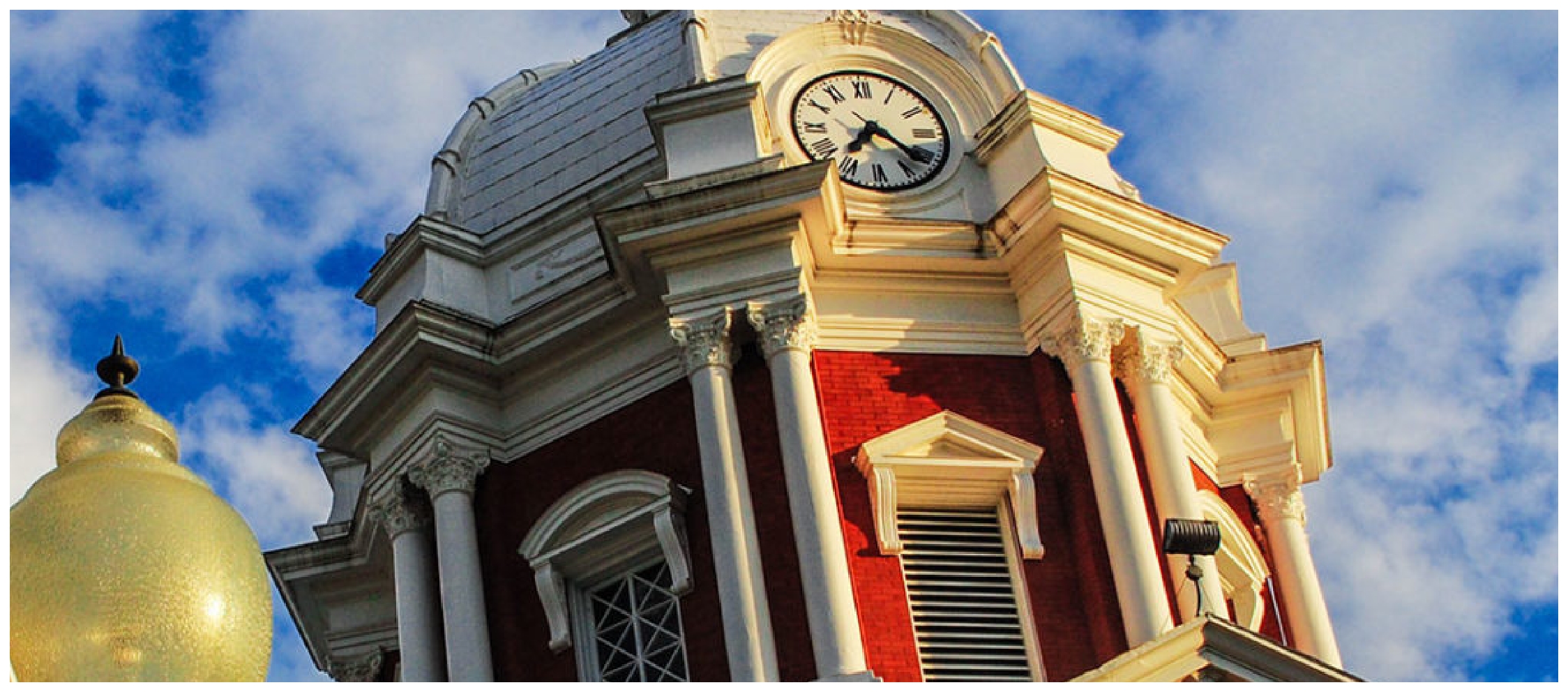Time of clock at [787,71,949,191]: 7:21
